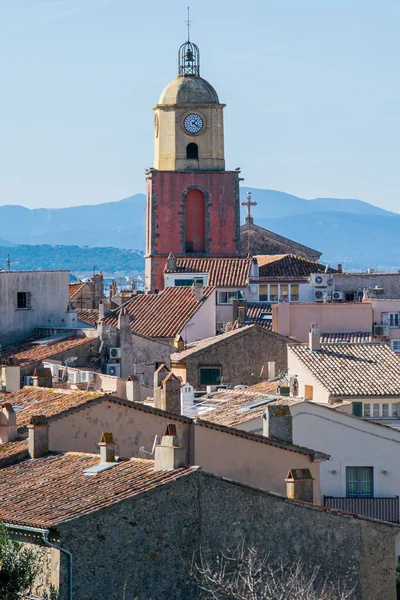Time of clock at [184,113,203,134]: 1:20
